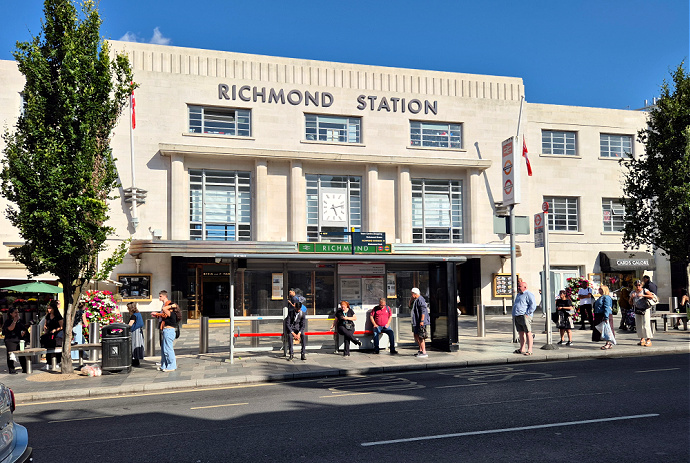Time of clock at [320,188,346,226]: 5:13
